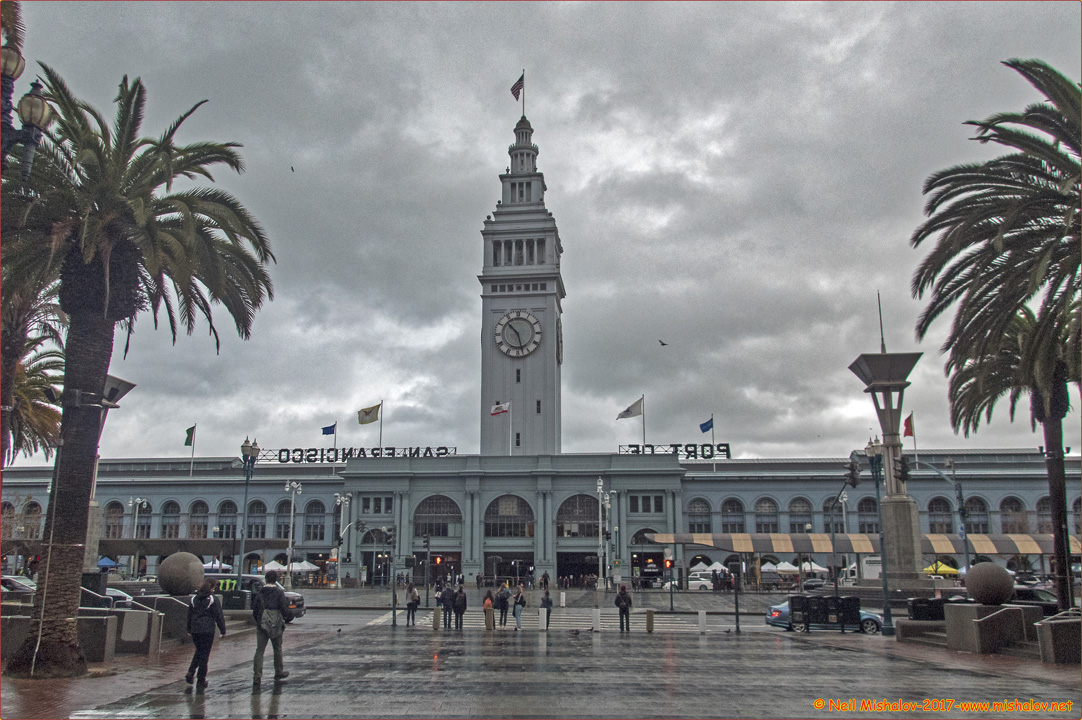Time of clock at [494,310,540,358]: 10:27
